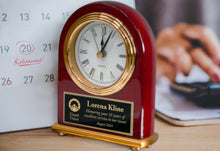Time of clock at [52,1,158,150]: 12:04
